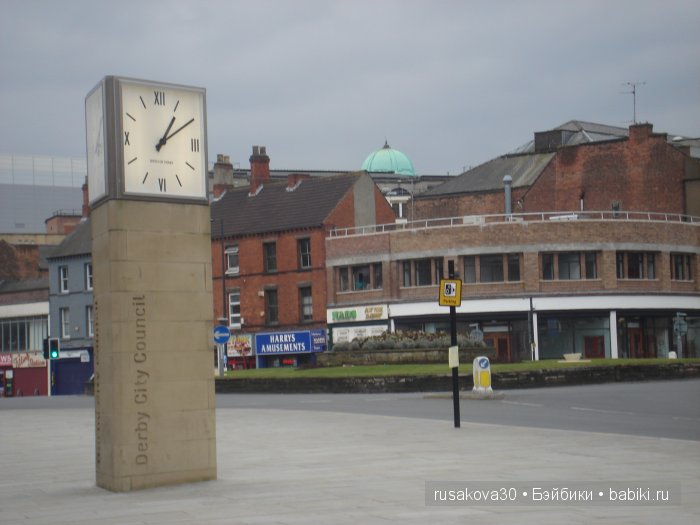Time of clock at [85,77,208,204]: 1:09
